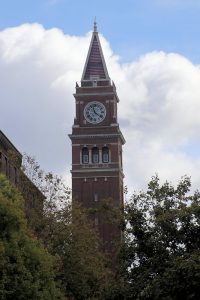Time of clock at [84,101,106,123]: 11:21
